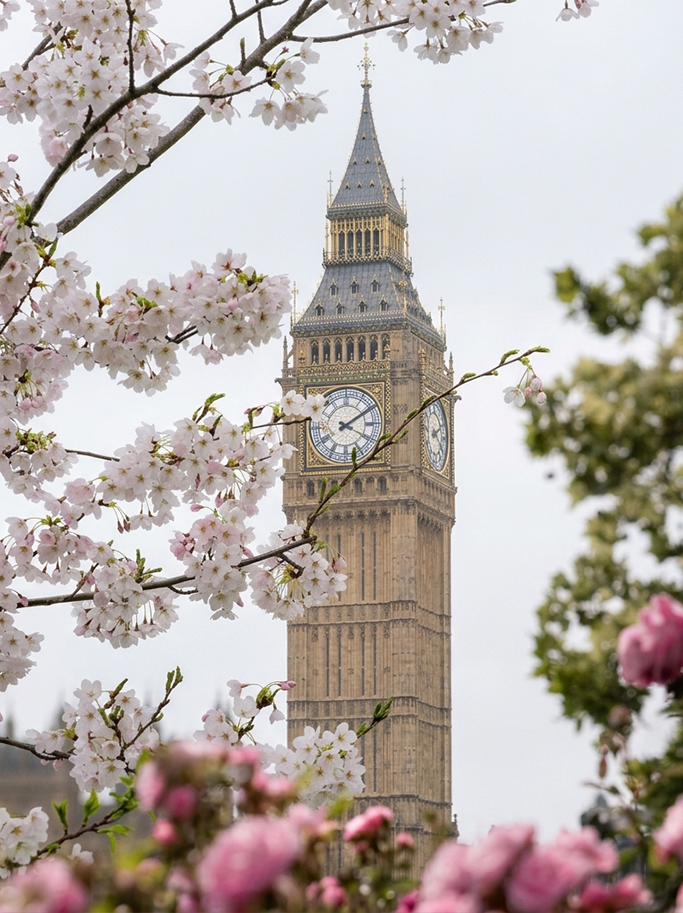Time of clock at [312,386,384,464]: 4:09
